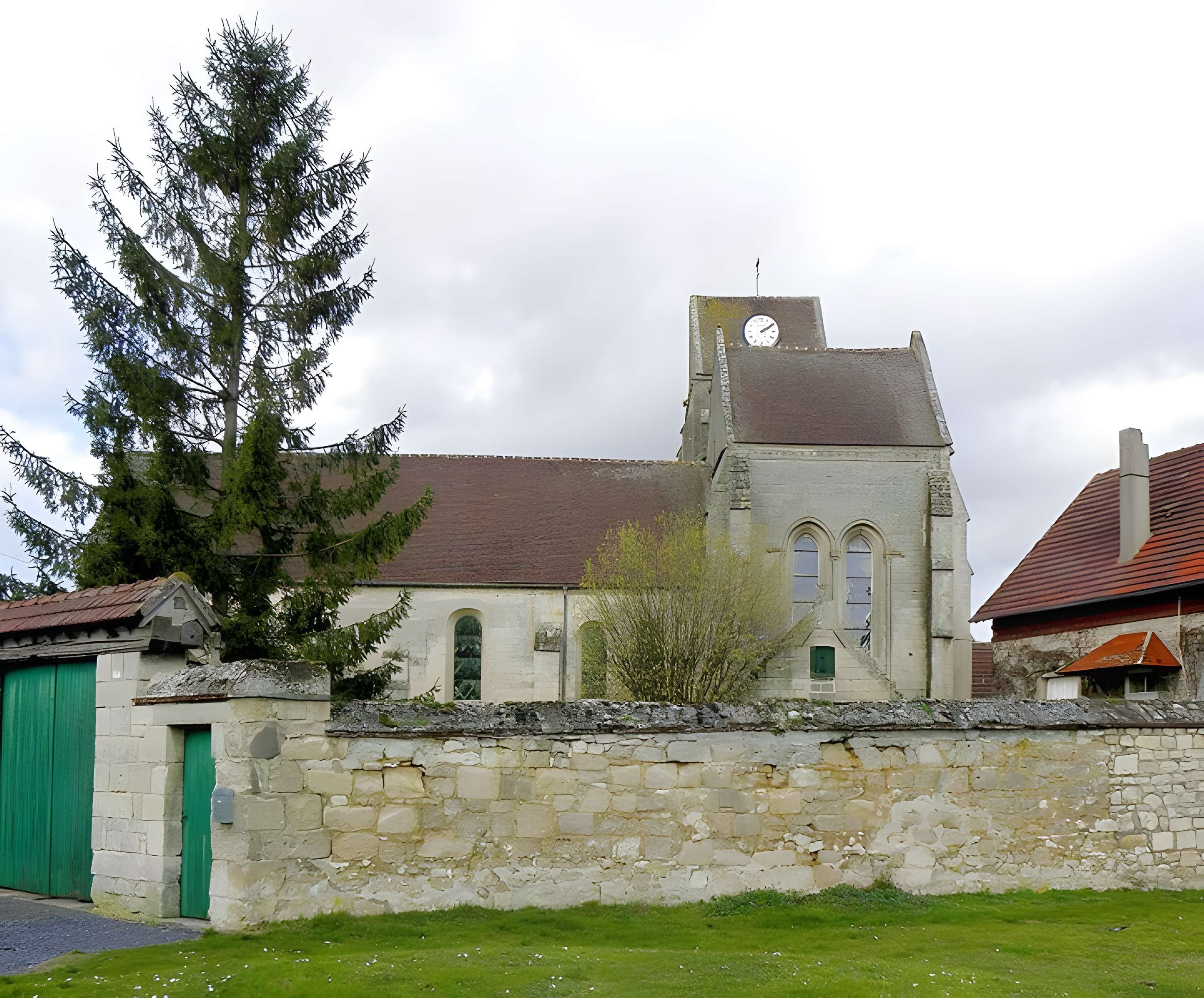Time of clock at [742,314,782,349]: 2:09
